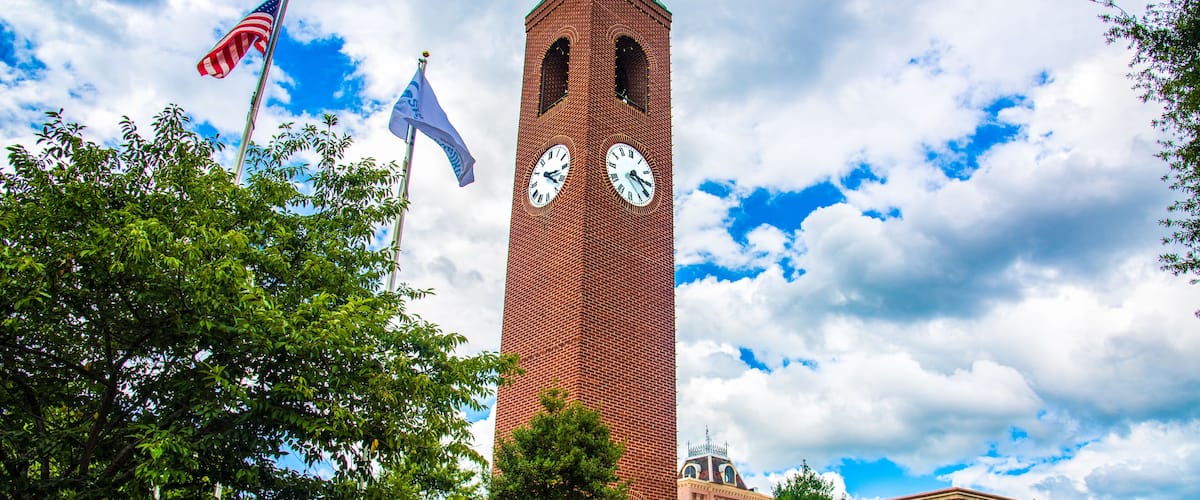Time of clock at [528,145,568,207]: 3:22
